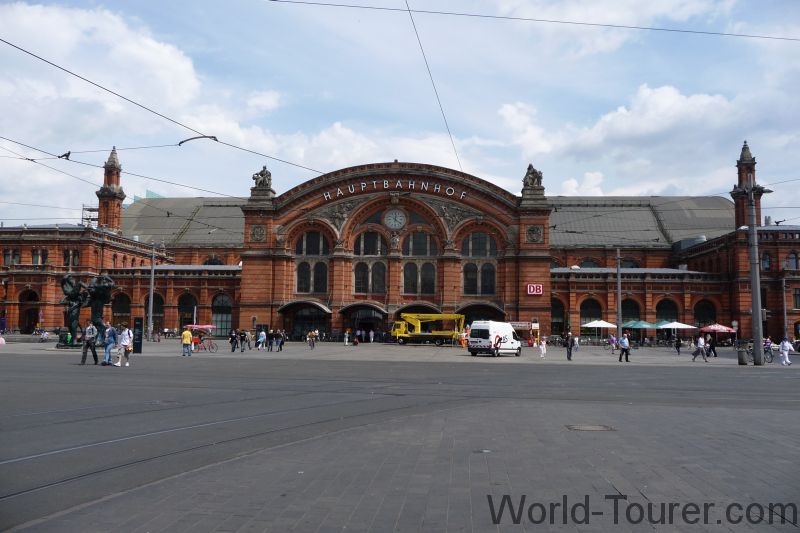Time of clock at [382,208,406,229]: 12:21
